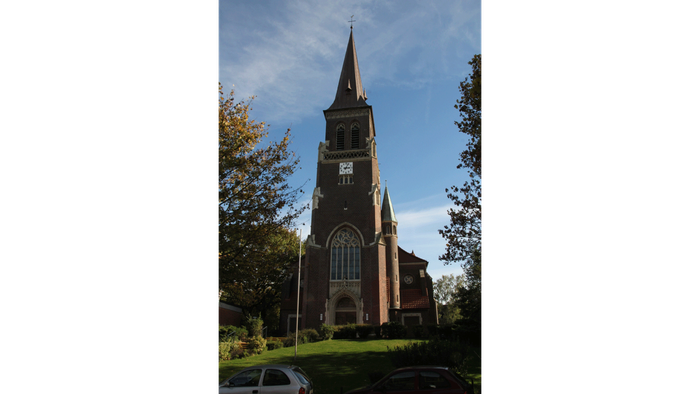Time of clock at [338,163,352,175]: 3:04
